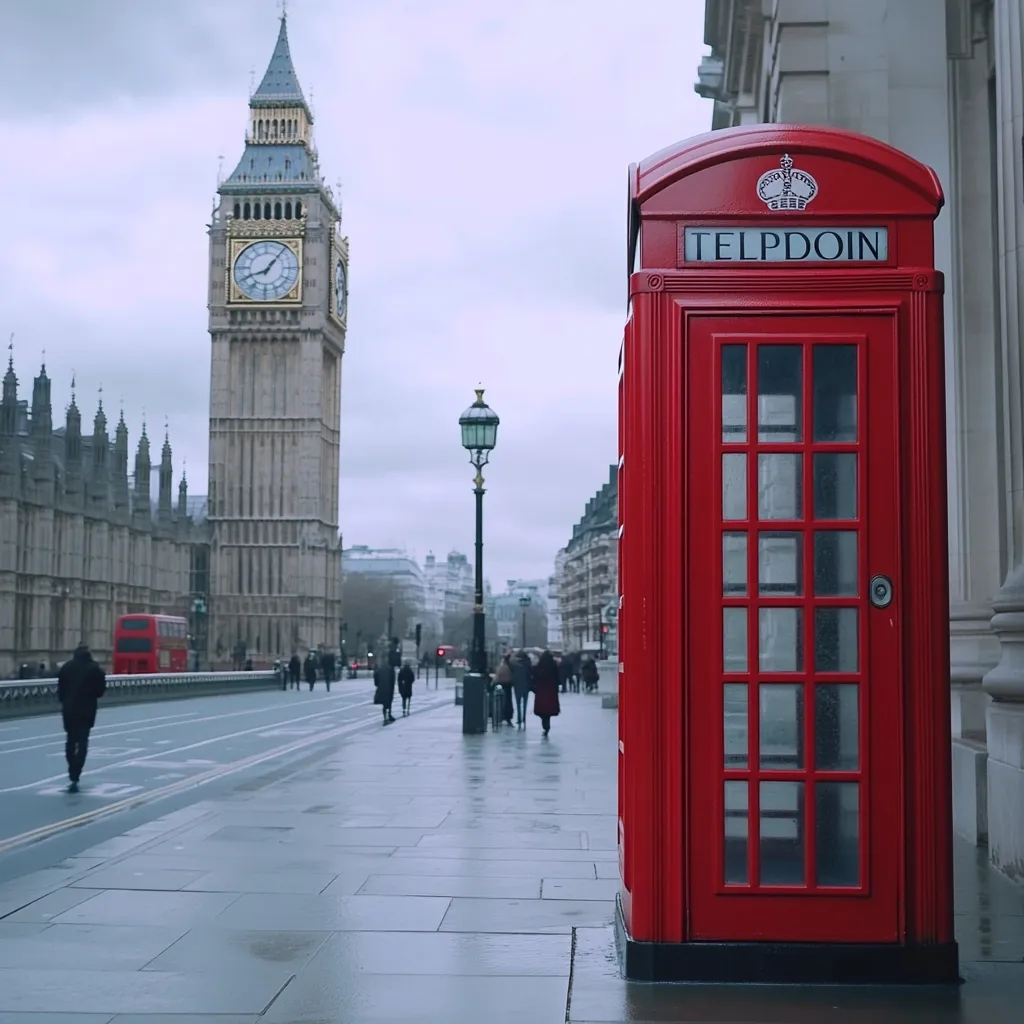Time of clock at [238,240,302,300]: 8:06
